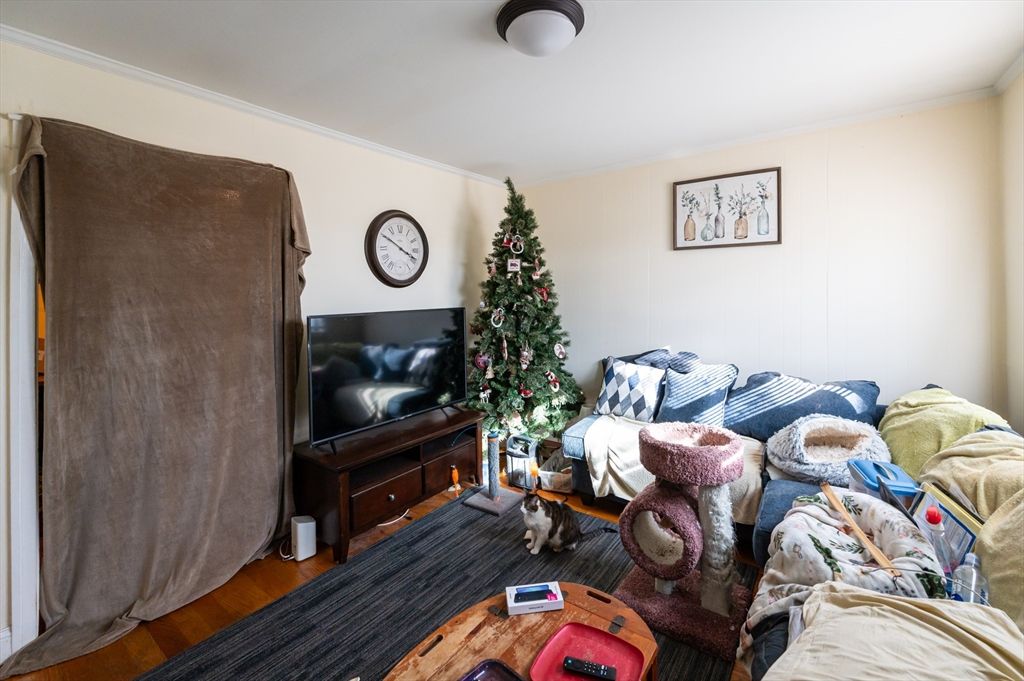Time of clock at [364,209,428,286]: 3:50
